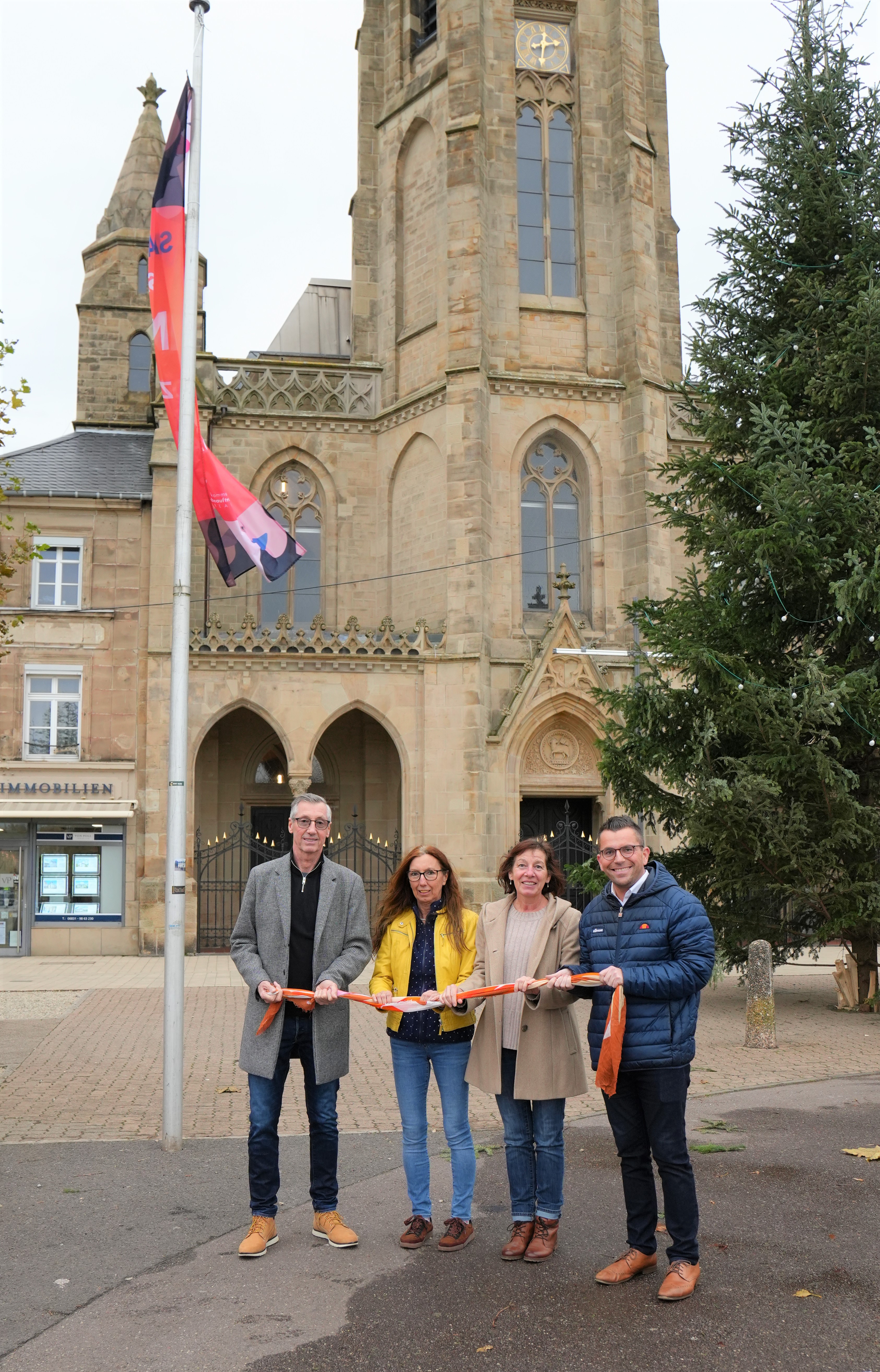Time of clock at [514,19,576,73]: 12:12
